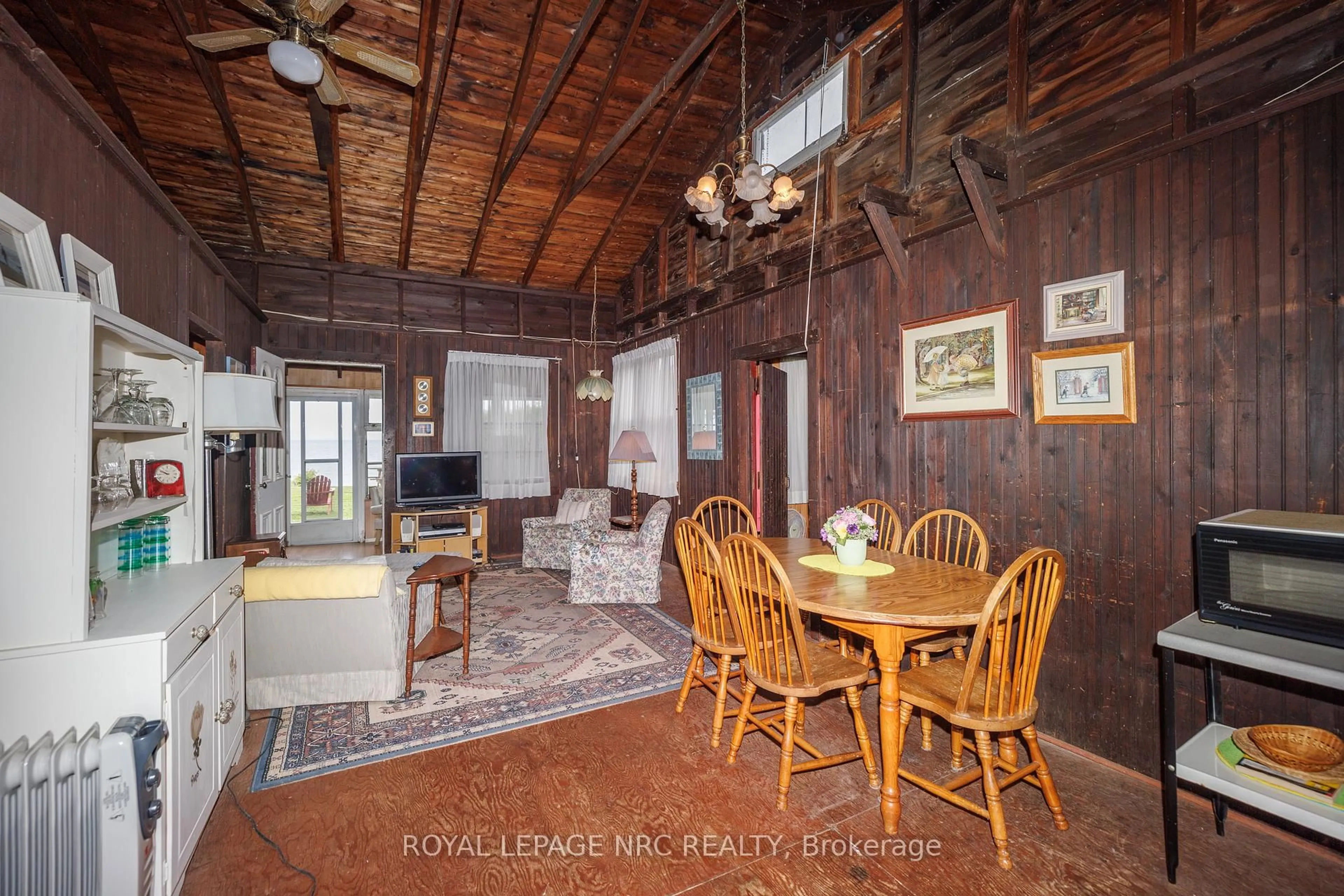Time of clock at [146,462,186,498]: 9:50
